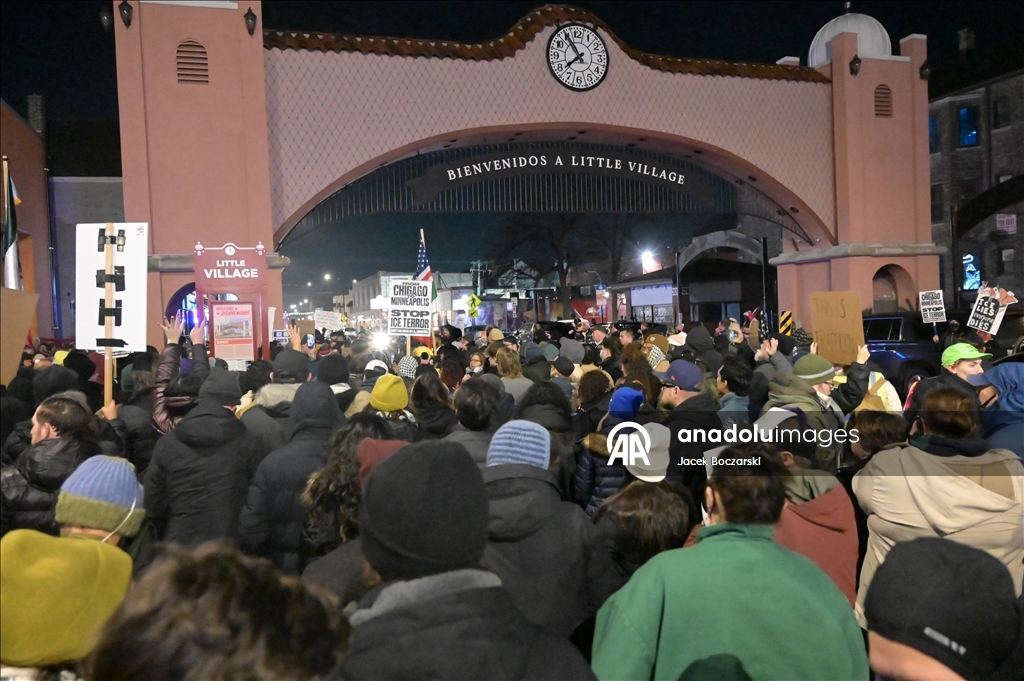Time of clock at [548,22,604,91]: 7:54
